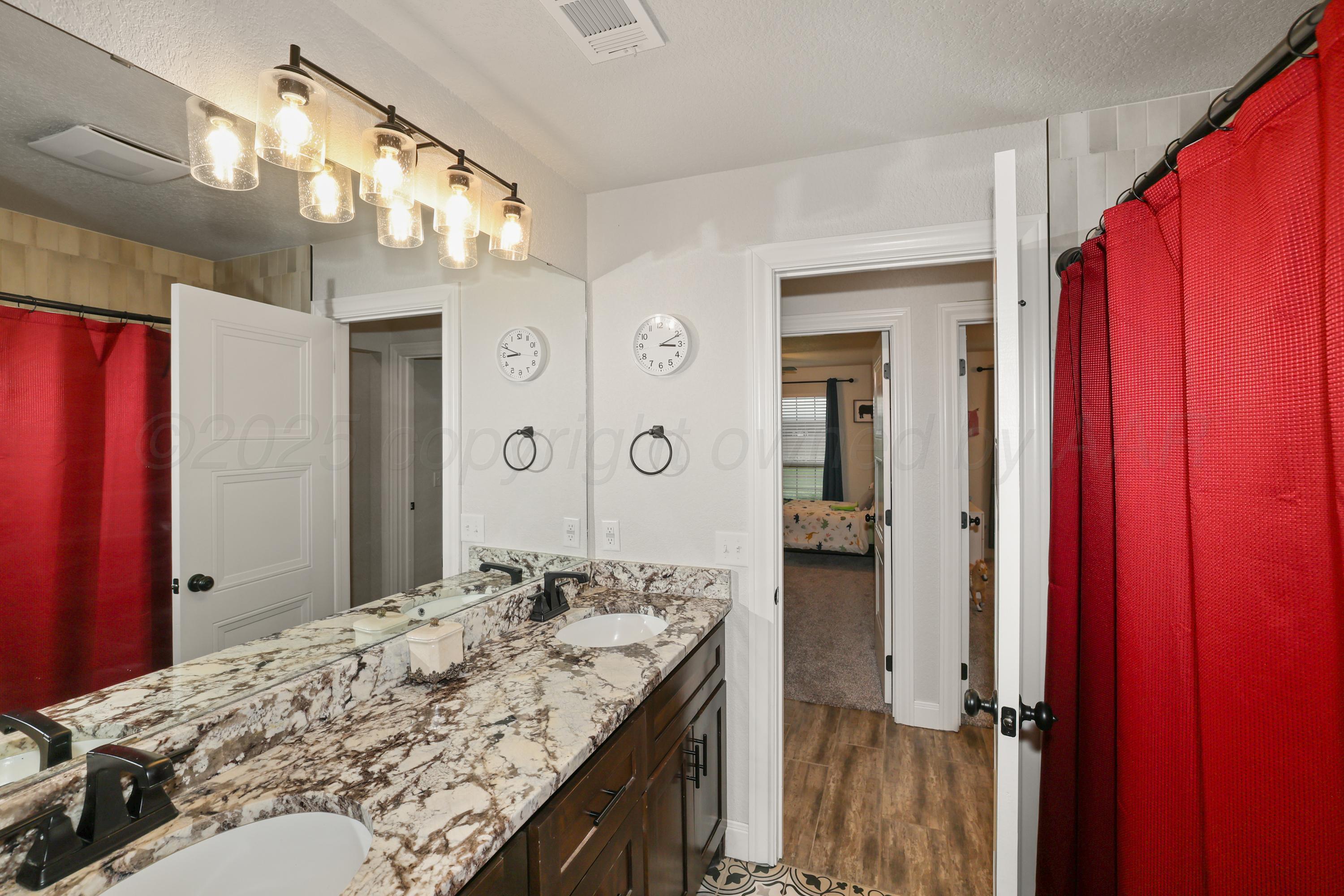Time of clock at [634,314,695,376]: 3:11
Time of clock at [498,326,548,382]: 8:48
